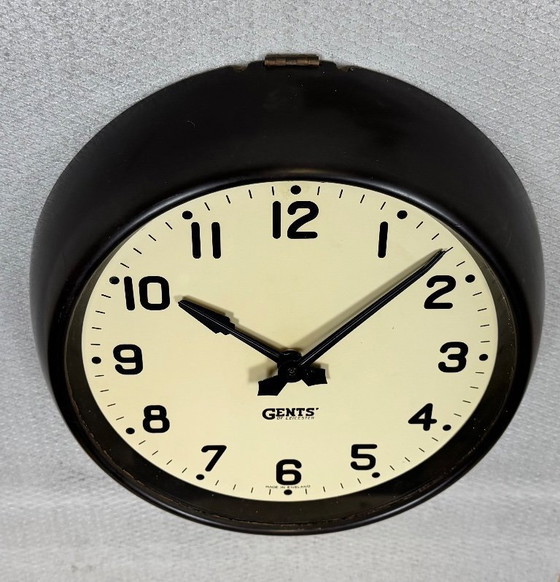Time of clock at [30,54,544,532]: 10:07
